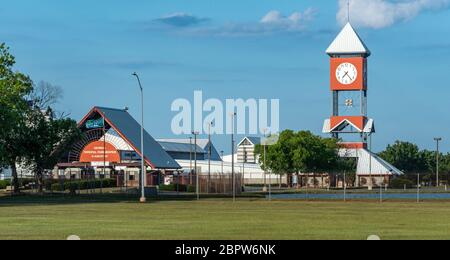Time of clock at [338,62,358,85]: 7:23
